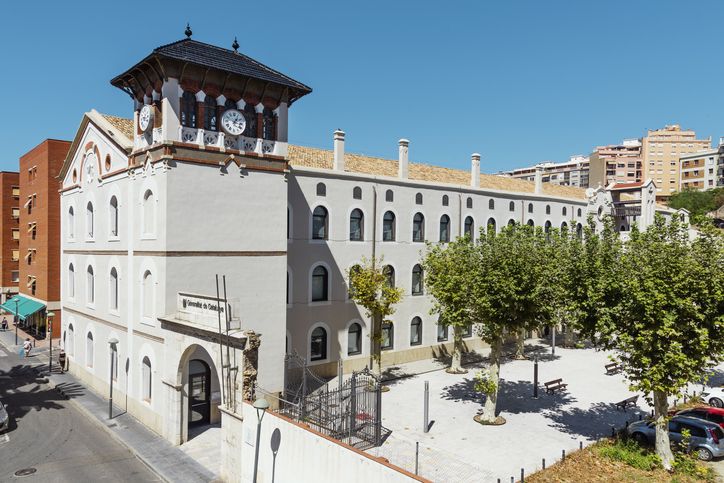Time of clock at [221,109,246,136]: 1:16
